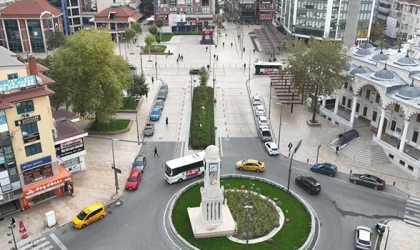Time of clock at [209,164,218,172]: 8:37
